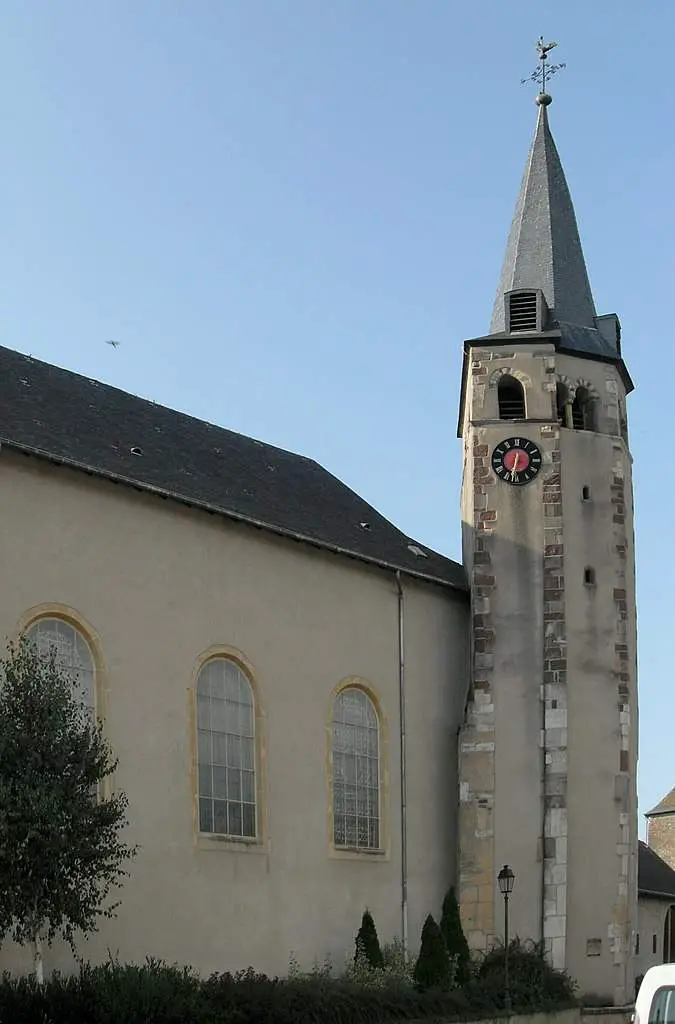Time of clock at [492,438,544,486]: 12:32
